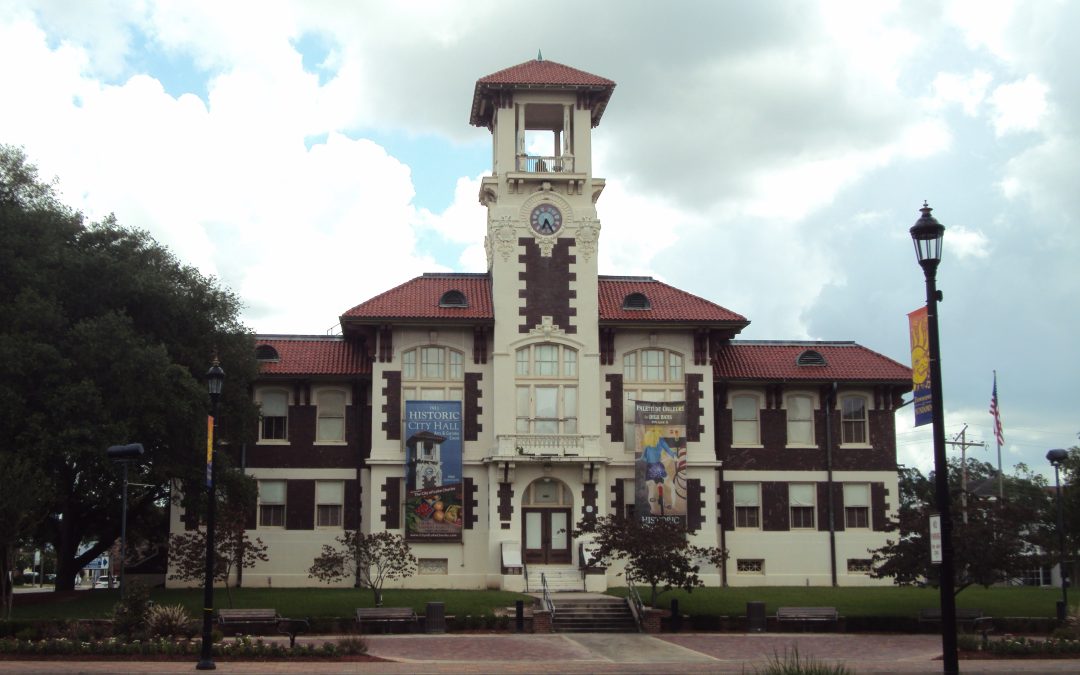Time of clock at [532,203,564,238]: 6:25
